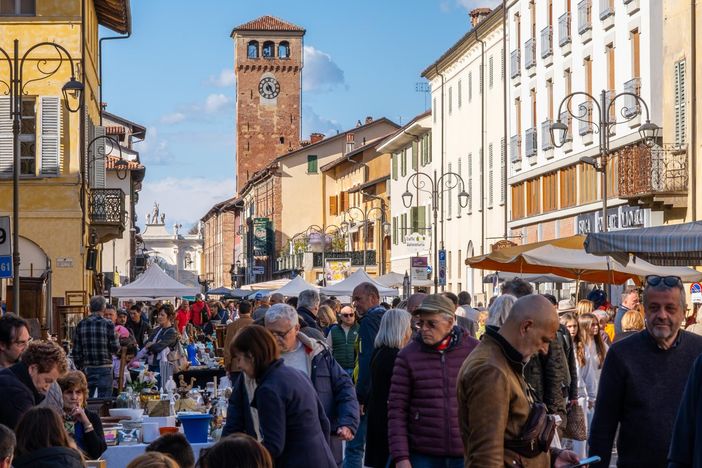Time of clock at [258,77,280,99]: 7:24
